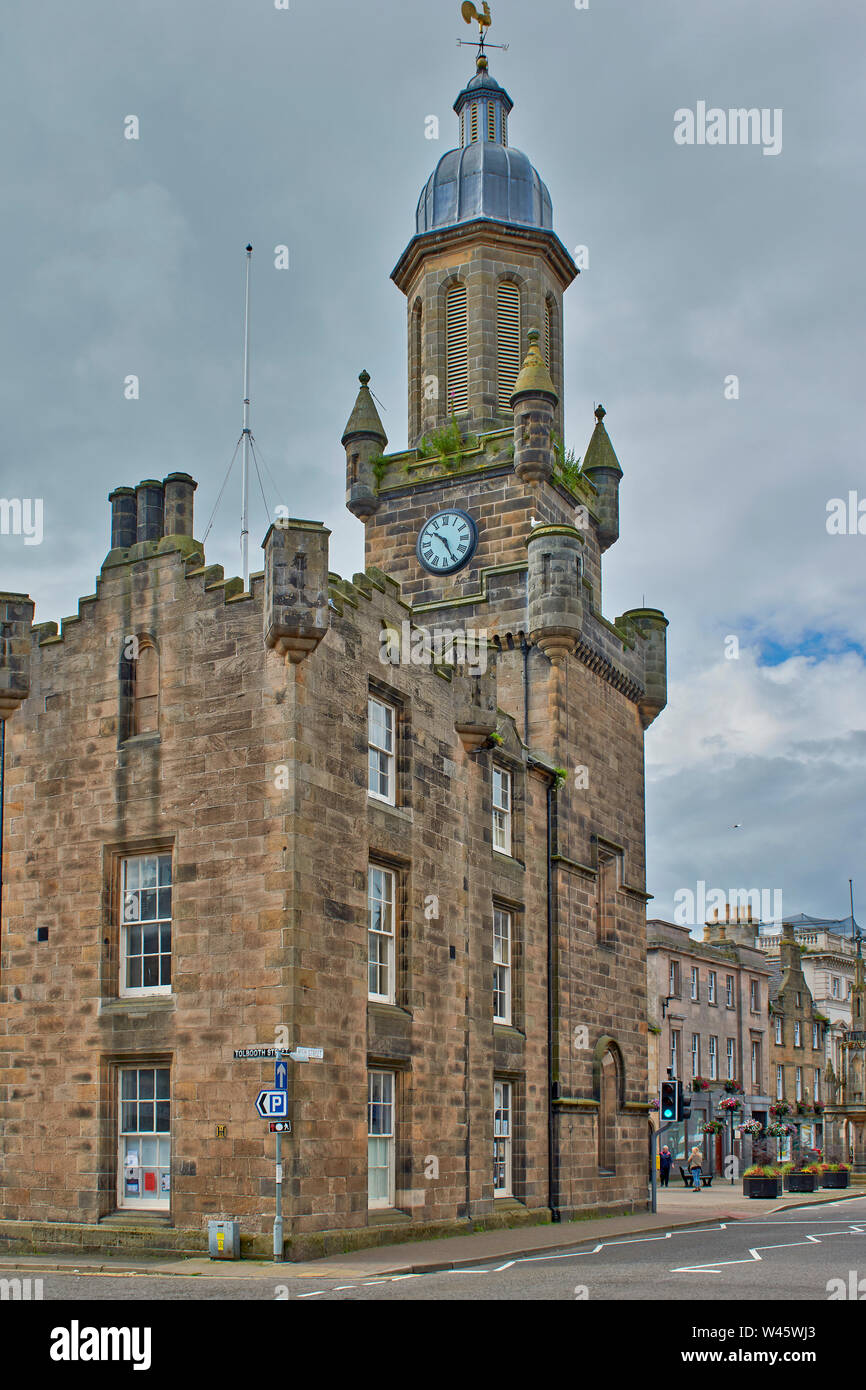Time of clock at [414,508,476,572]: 10:25
